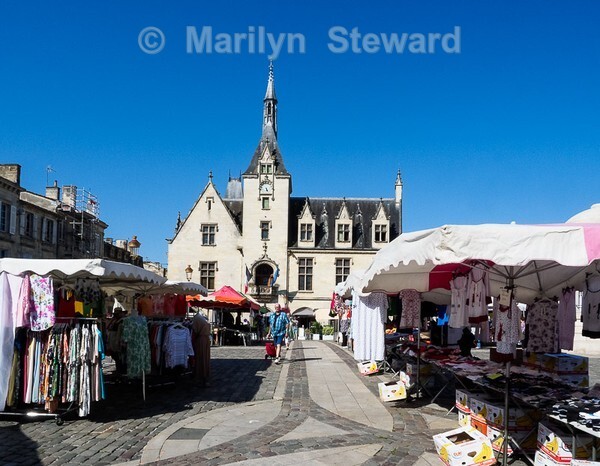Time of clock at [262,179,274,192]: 5:26
